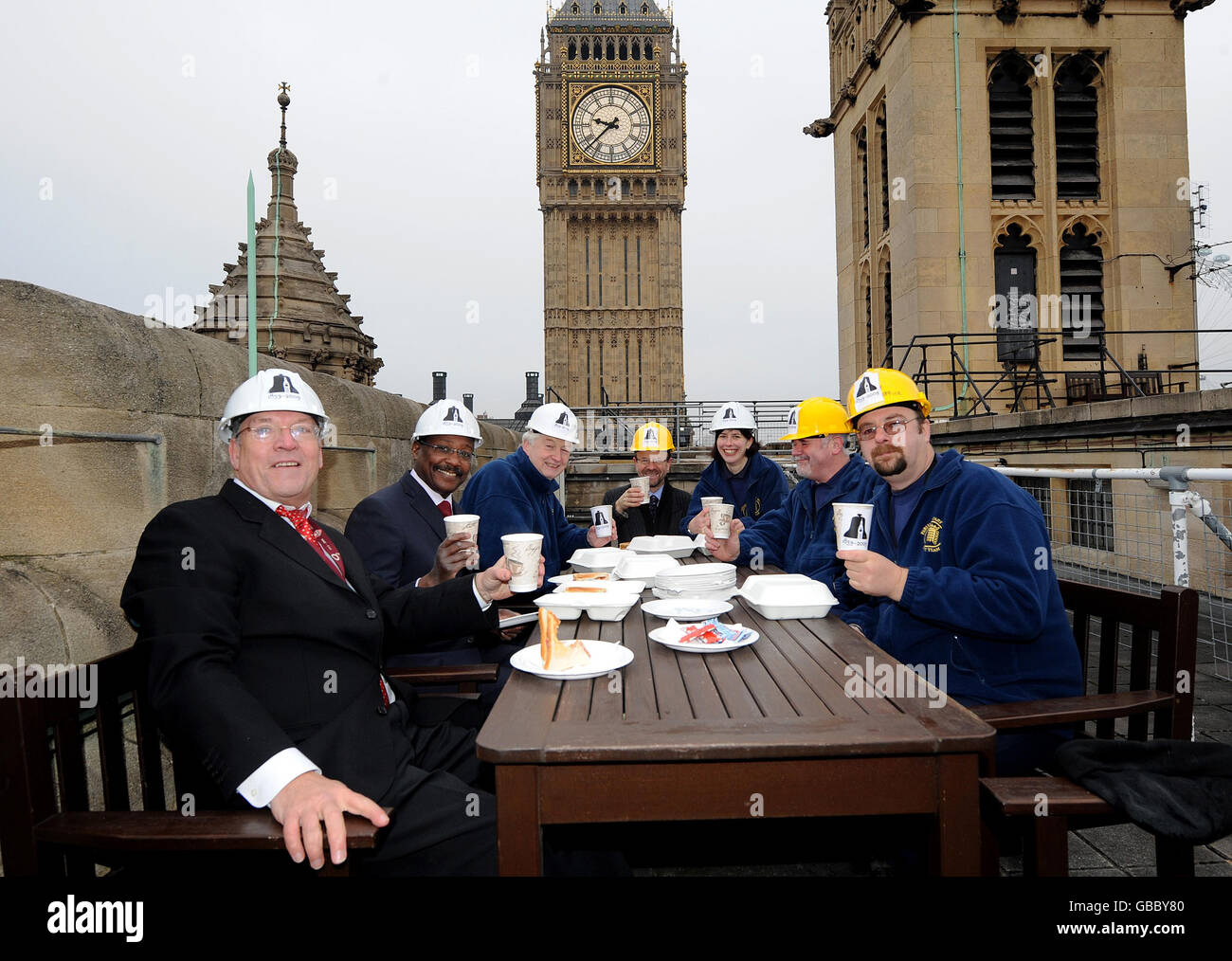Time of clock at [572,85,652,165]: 9:37
